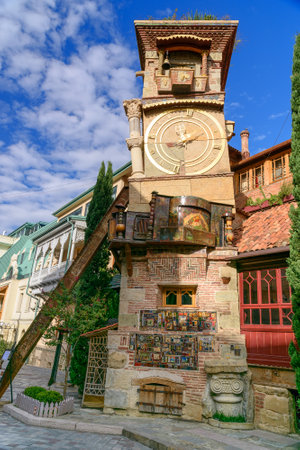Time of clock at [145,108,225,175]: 8:09
